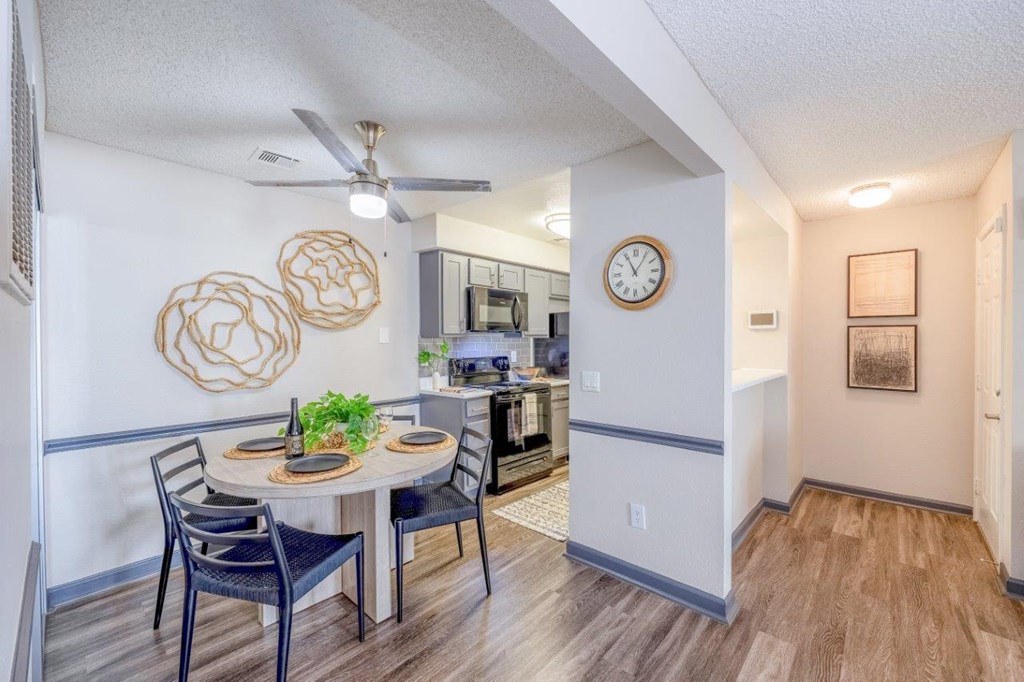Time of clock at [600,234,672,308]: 11:05
